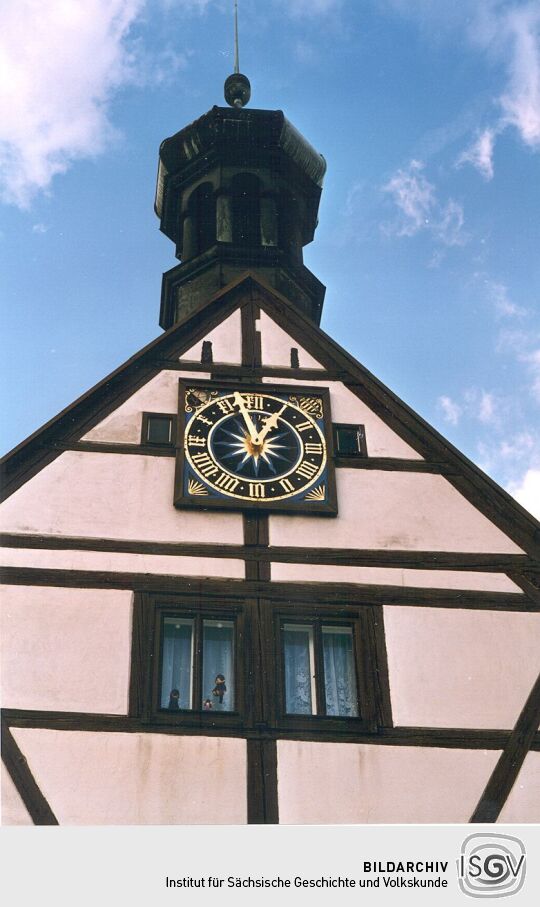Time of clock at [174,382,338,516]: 12:57
